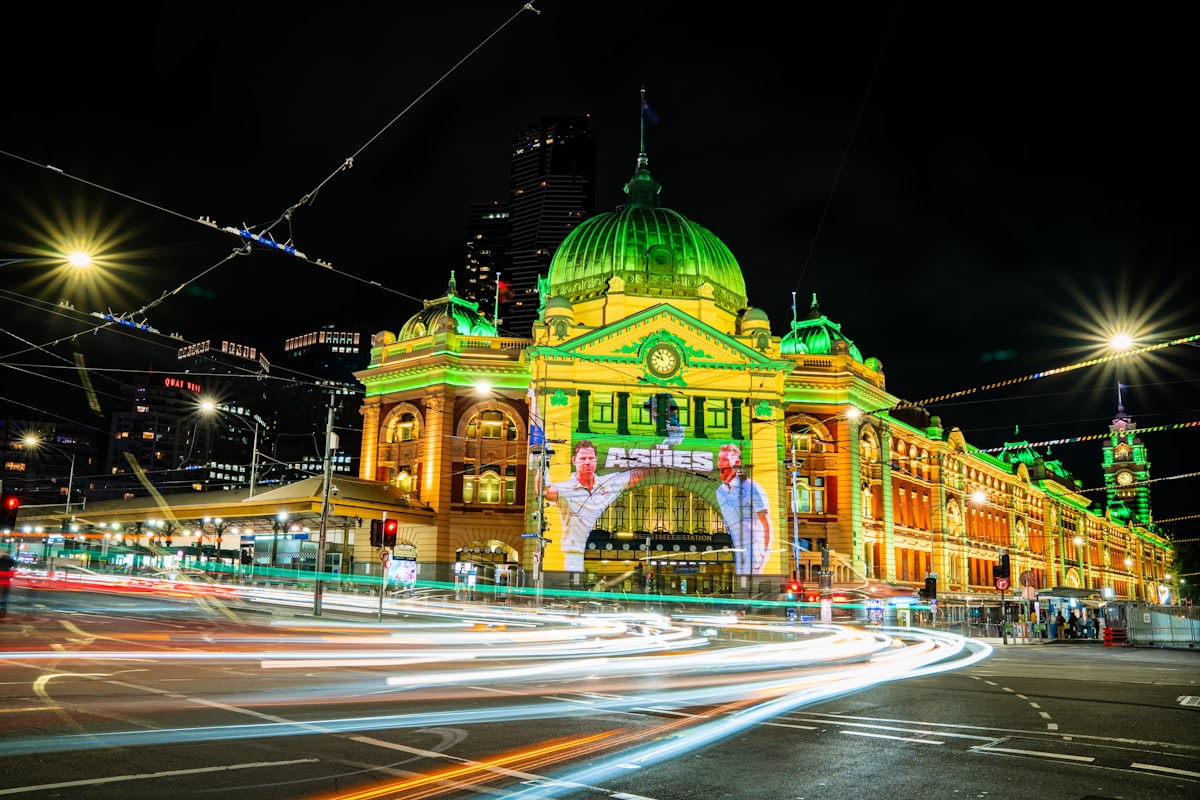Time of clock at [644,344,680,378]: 9:55
